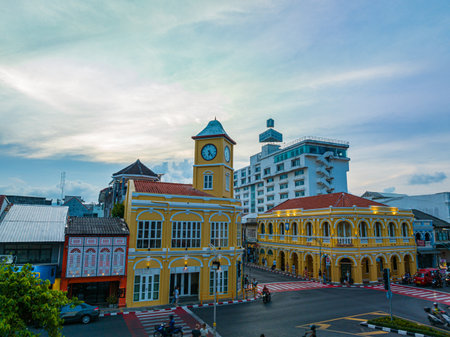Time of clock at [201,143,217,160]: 6:23
